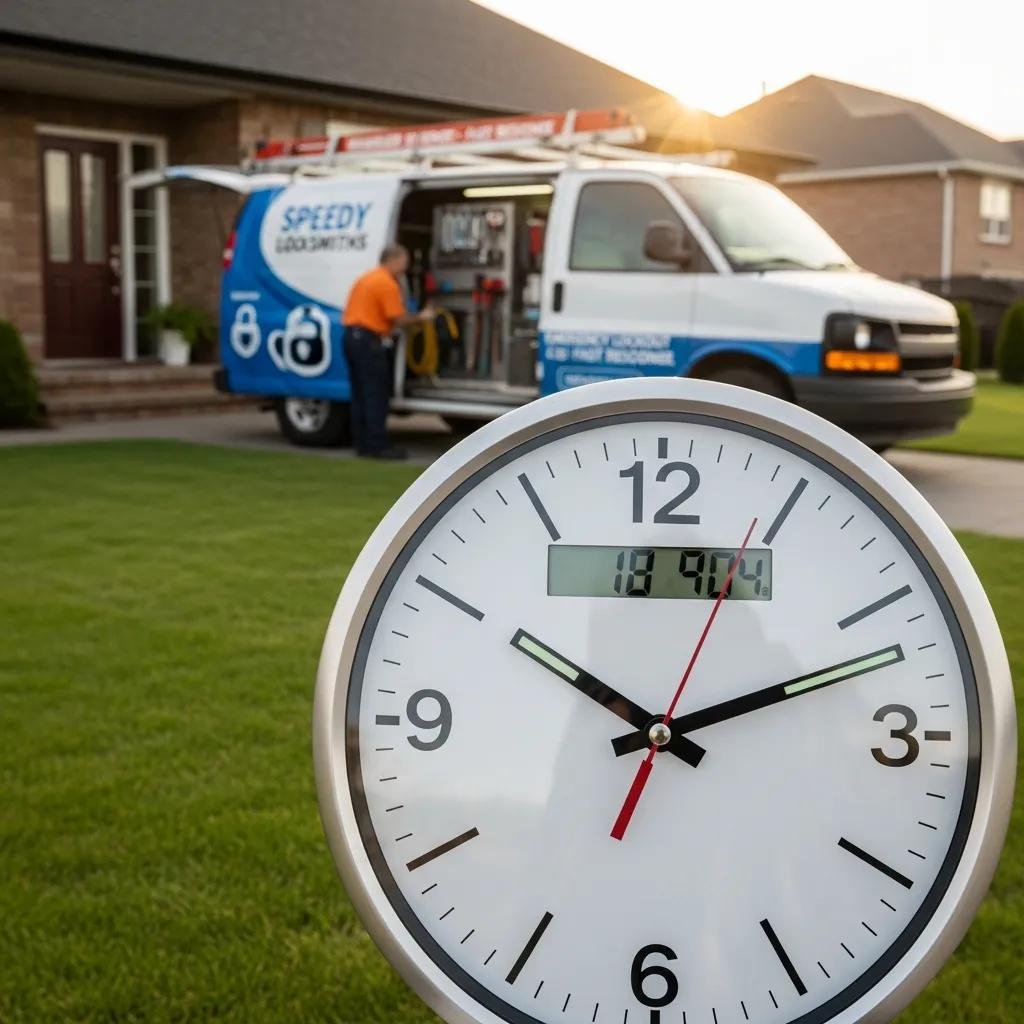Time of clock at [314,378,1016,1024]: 10:11
